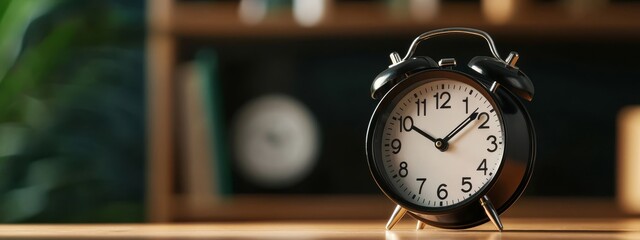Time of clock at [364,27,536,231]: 10:08
